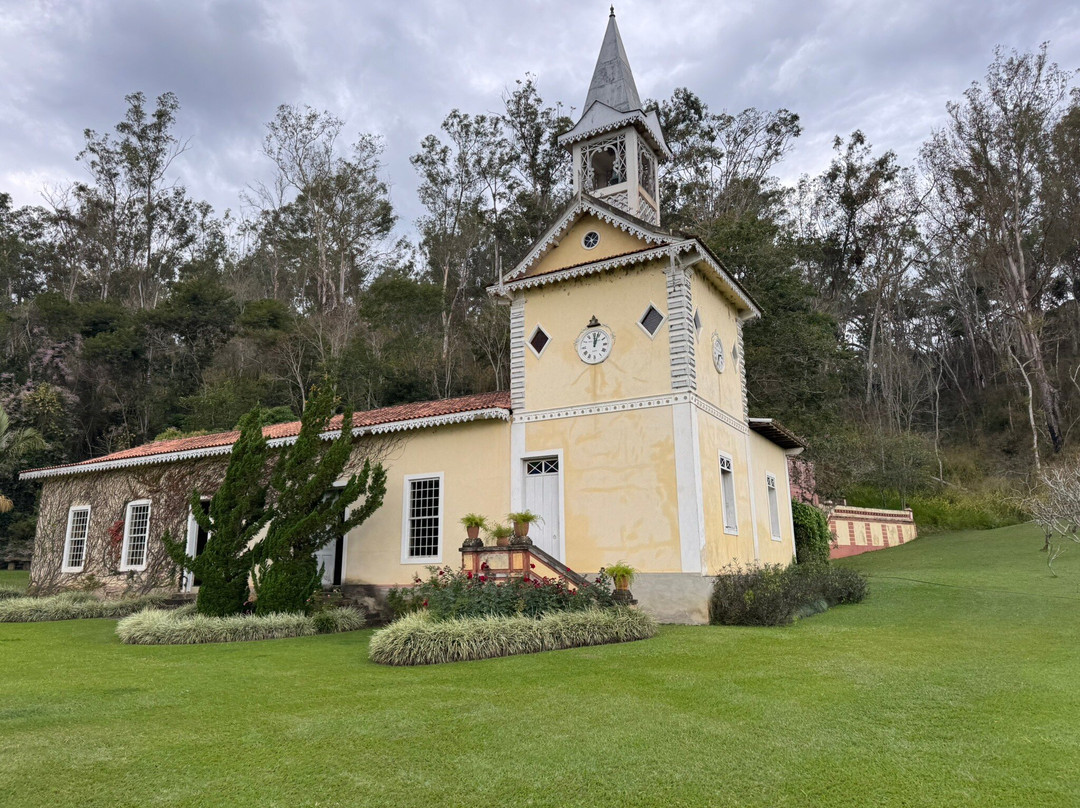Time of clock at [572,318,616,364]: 12:03
